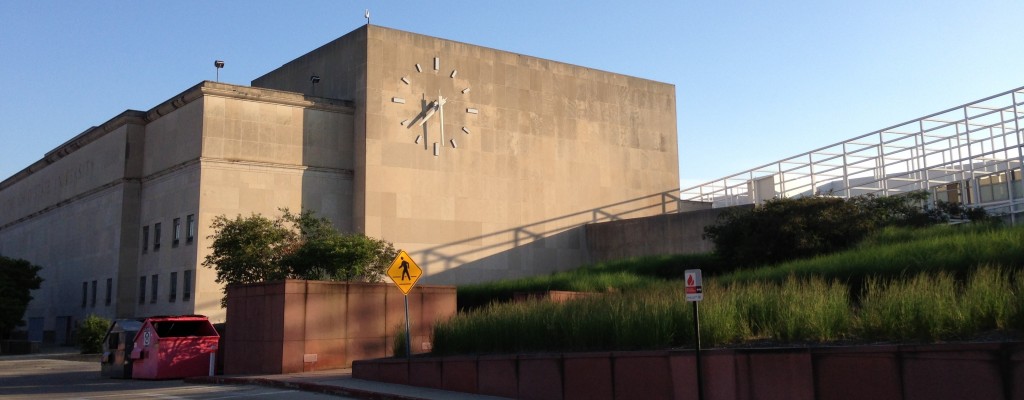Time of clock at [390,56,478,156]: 7:38
